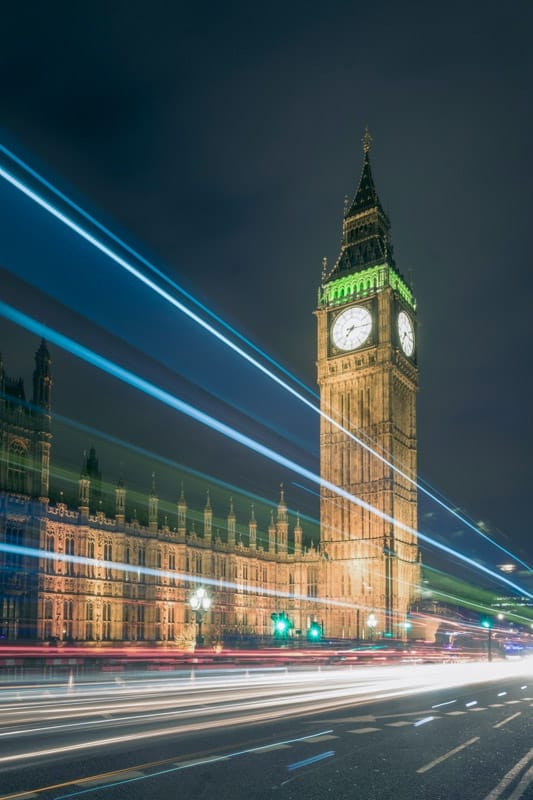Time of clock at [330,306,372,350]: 7:15
